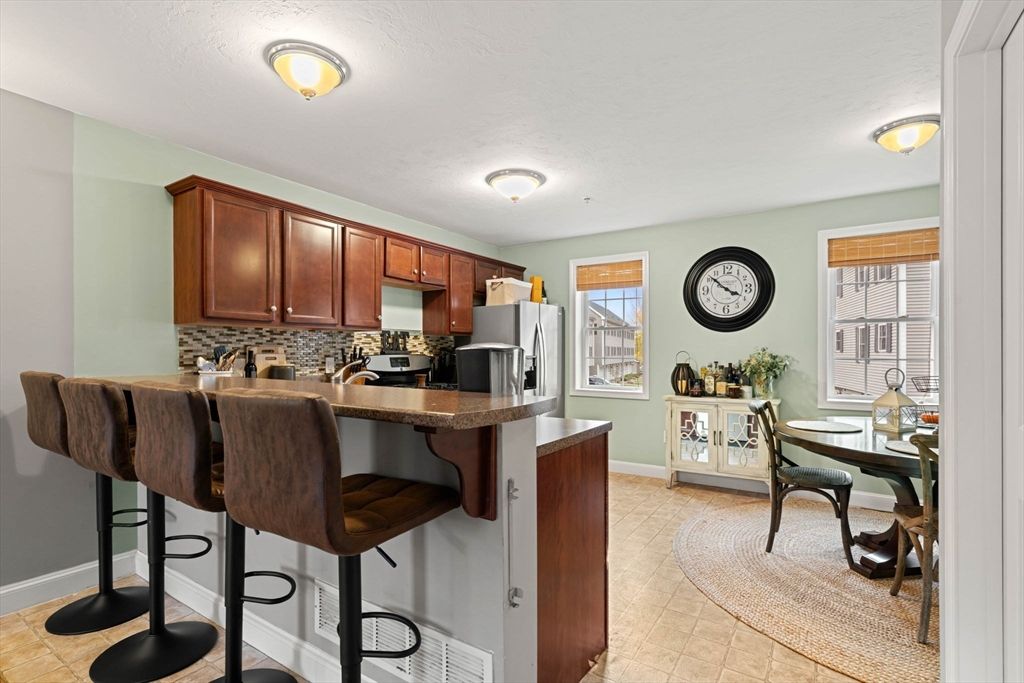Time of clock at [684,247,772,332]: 3:52
